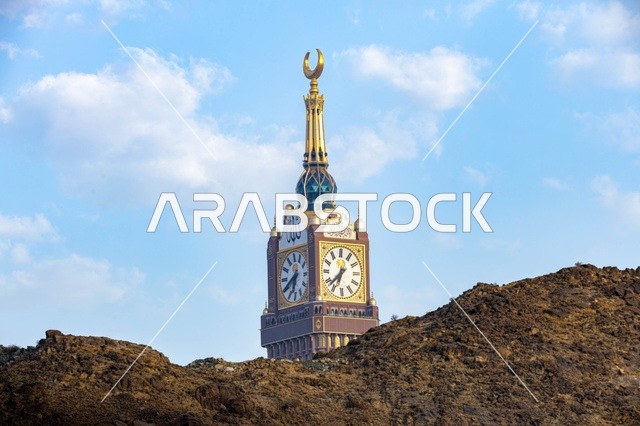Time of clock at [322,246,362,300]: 6:37
